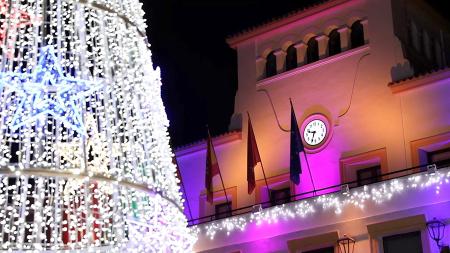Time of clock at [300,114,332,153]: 9:33
